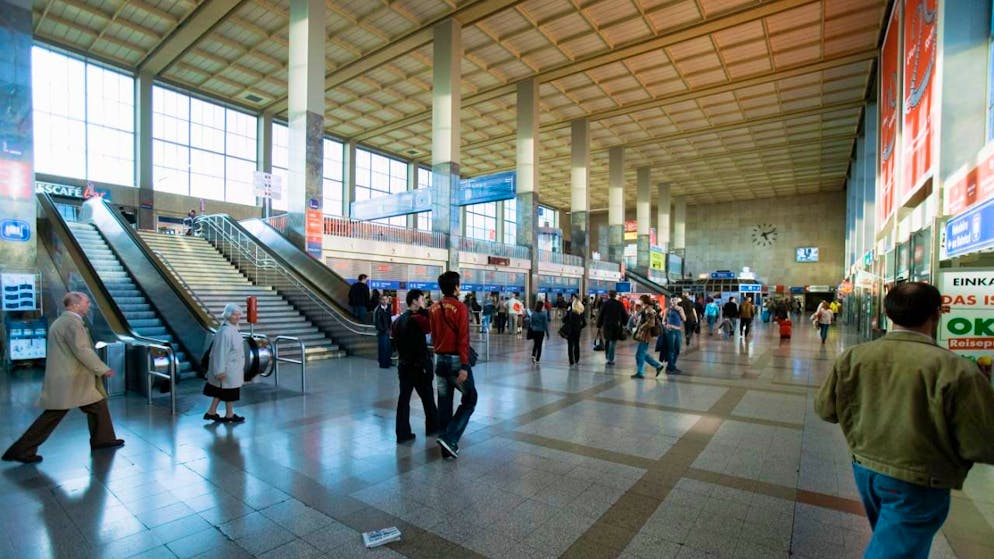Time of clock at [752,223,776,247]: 5:11
